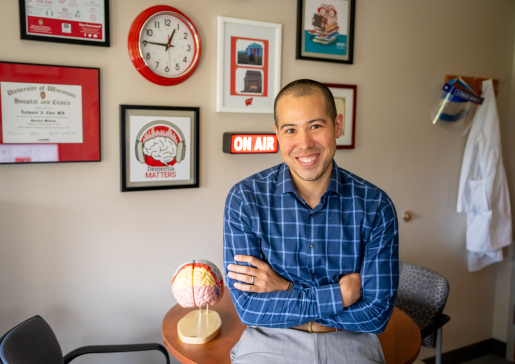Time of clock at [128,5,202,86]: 12:45
